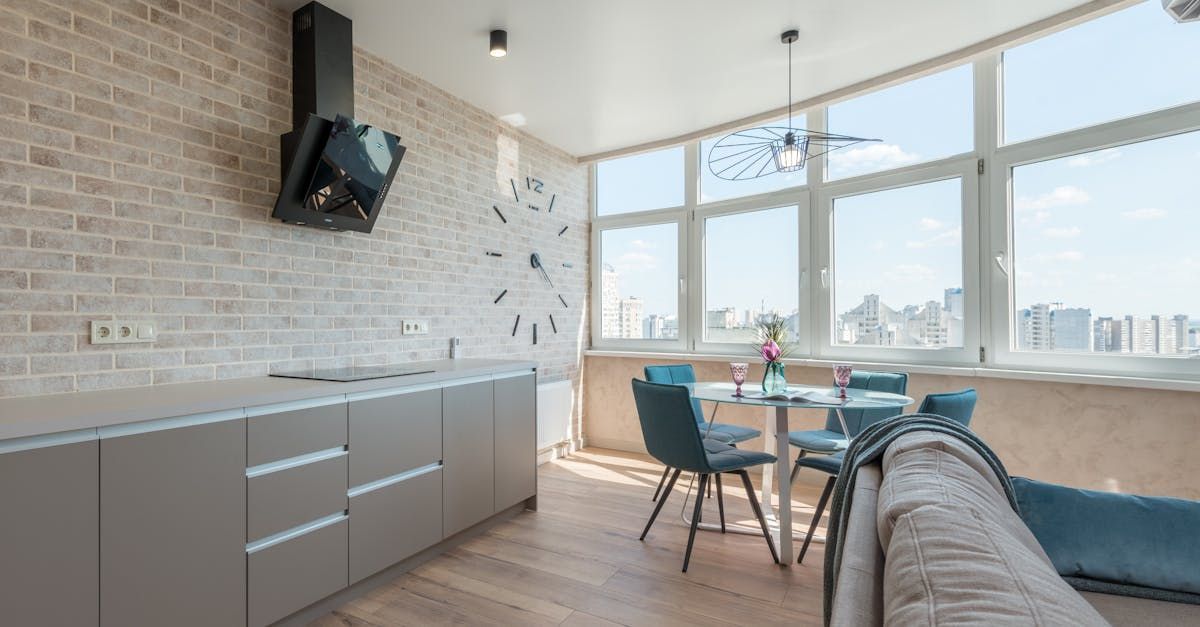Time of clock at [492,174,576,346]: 4:20
